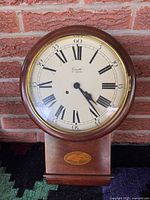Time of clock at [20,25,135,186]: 4:23
